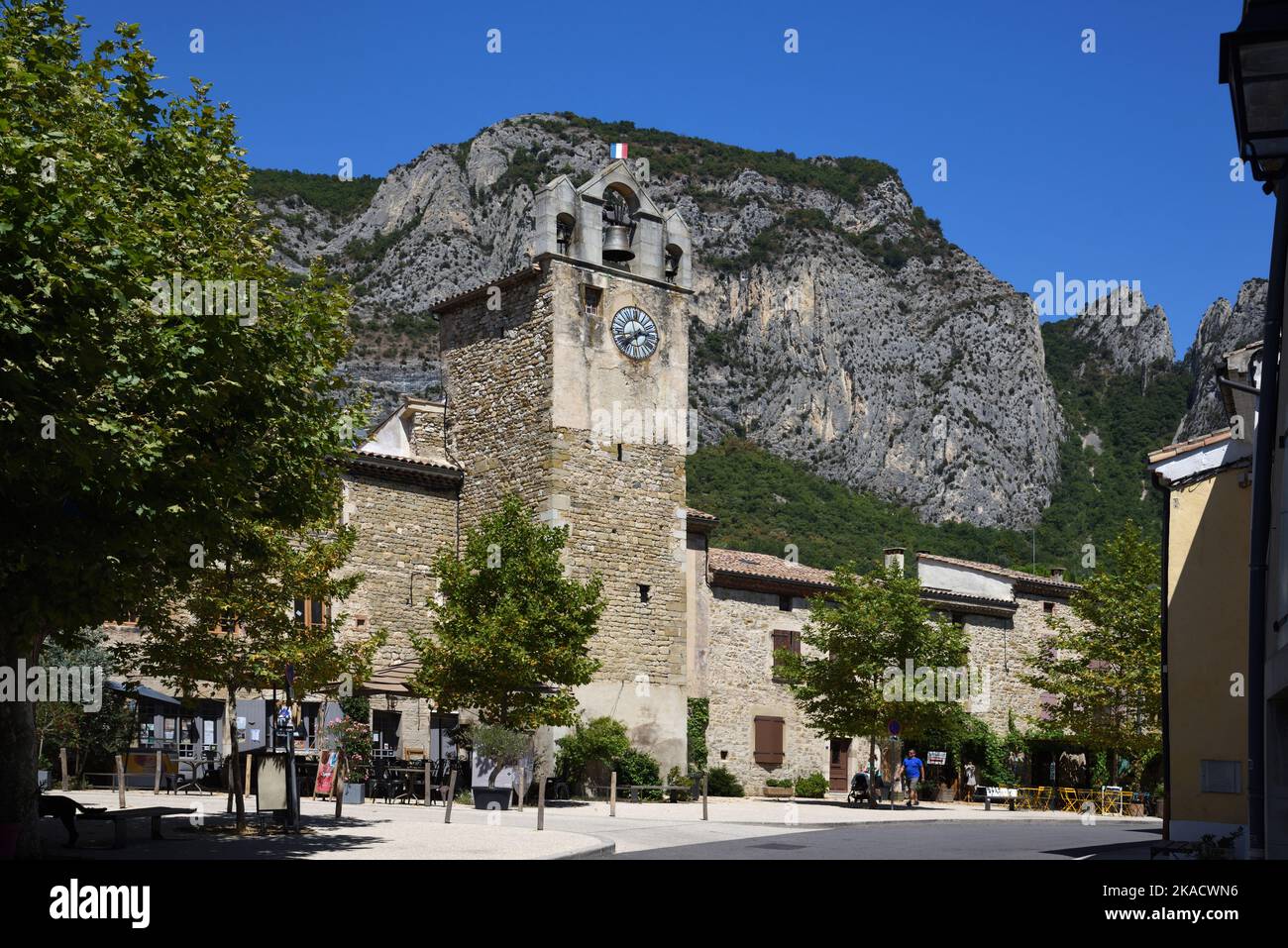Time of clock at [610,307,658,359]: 7:57
